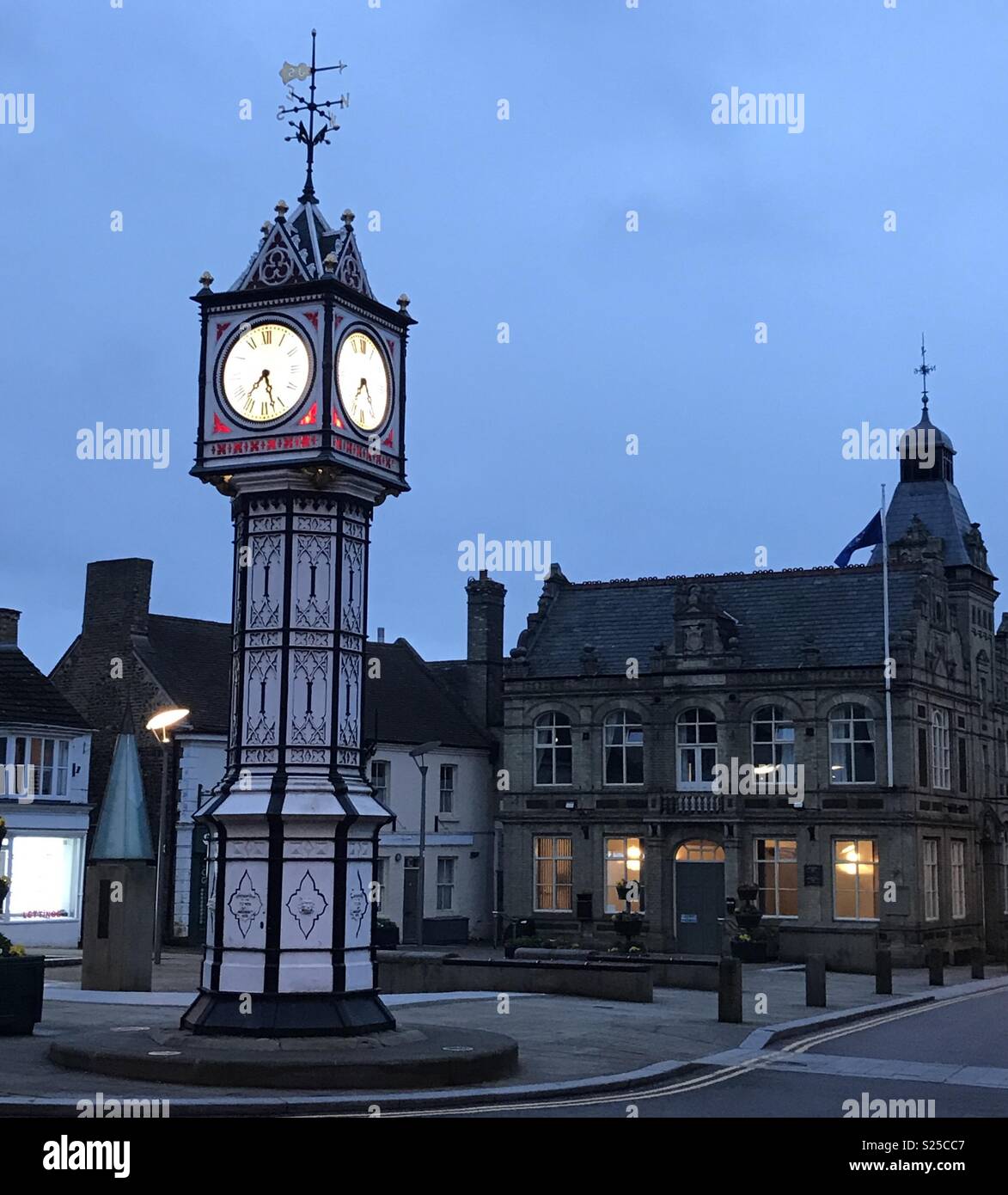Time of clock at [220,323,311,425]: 7:27
